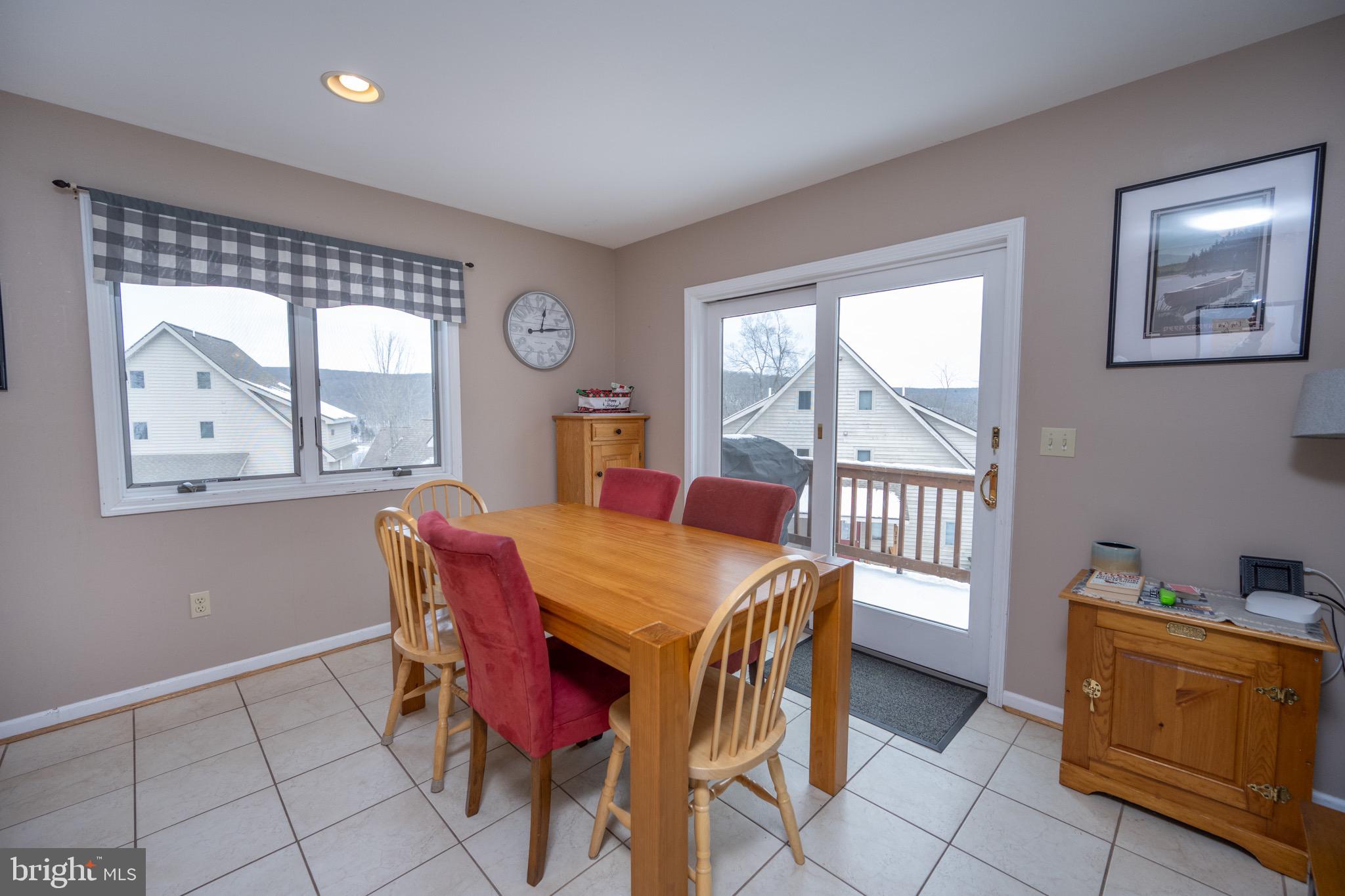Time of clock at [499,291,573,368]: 12:13
